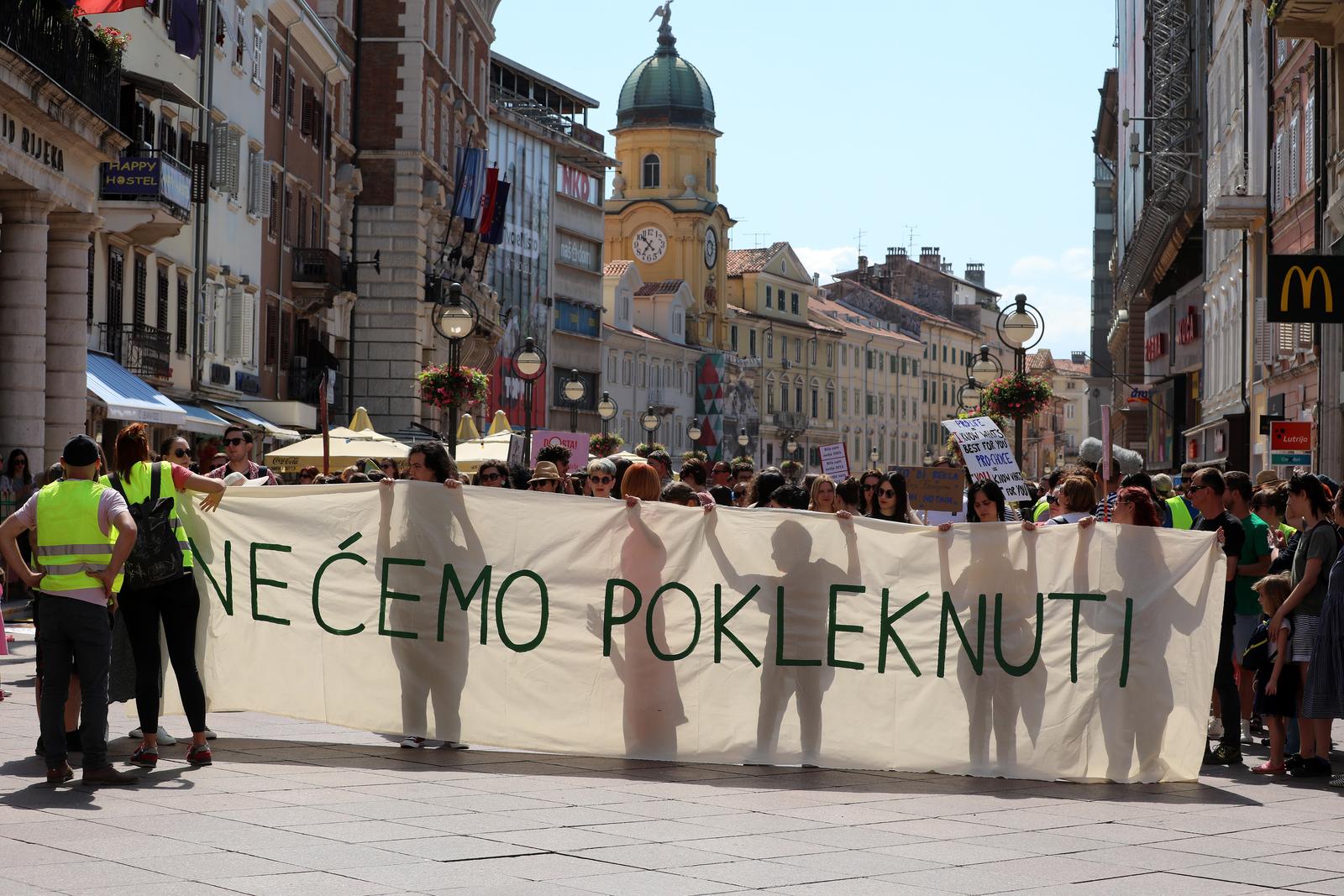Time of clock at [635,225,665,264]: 10:36
